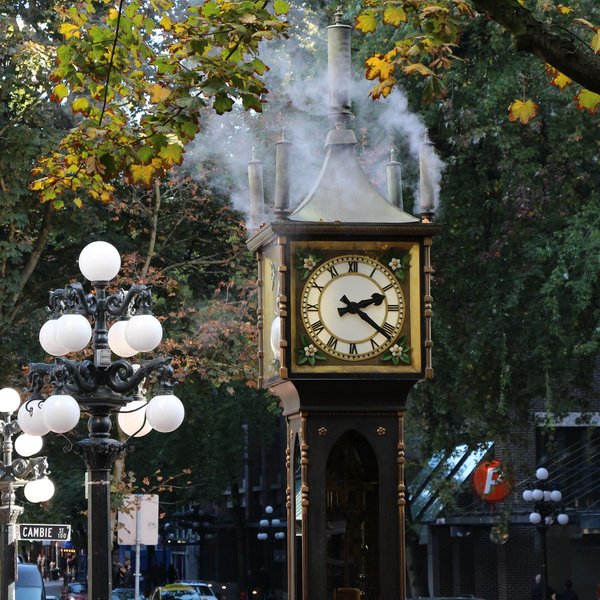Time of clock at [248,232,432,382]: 2:21
